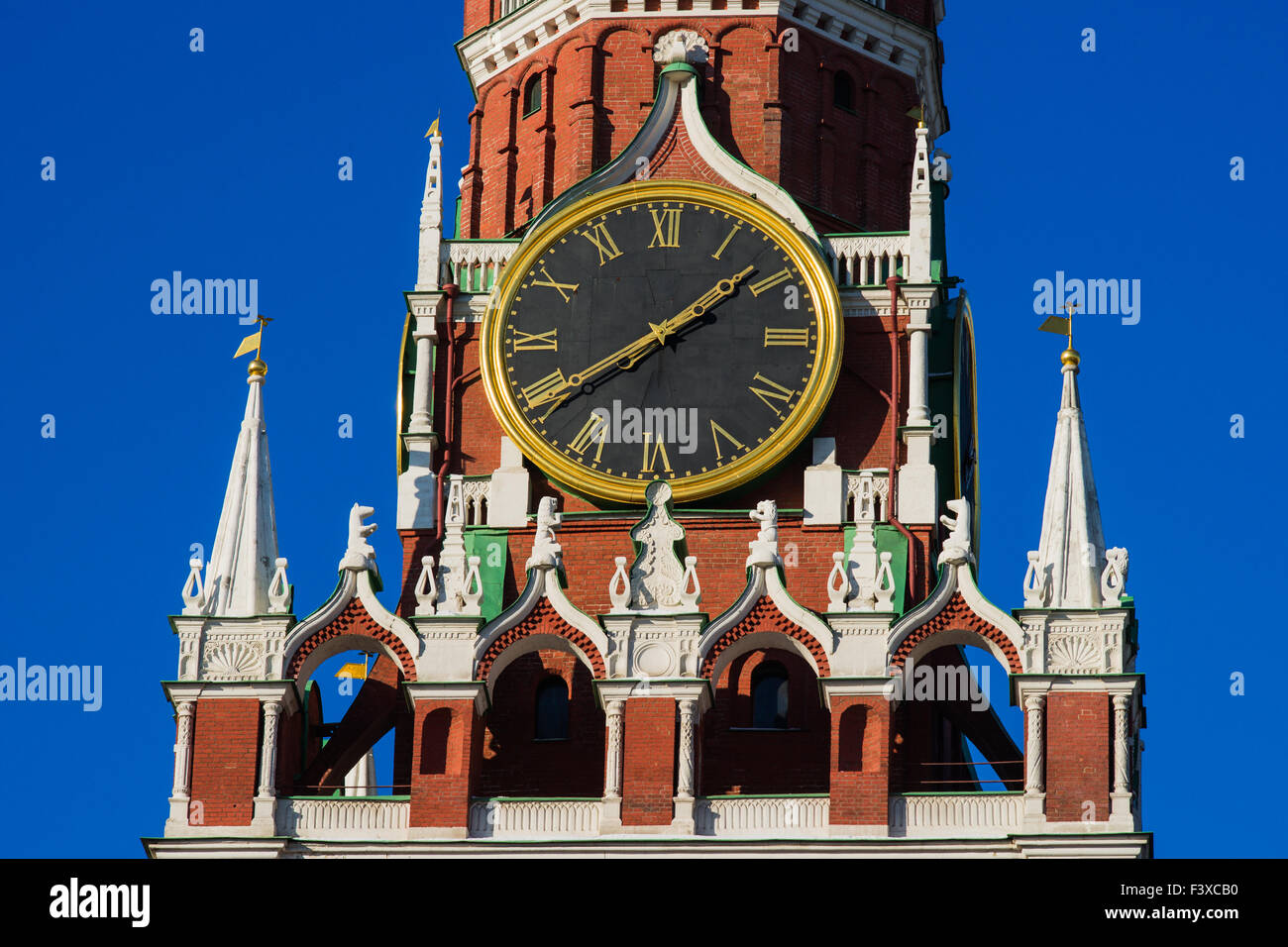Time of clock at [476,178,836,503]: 1:39
